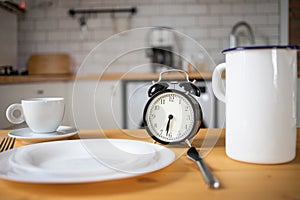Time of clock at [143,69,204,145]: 6:31
